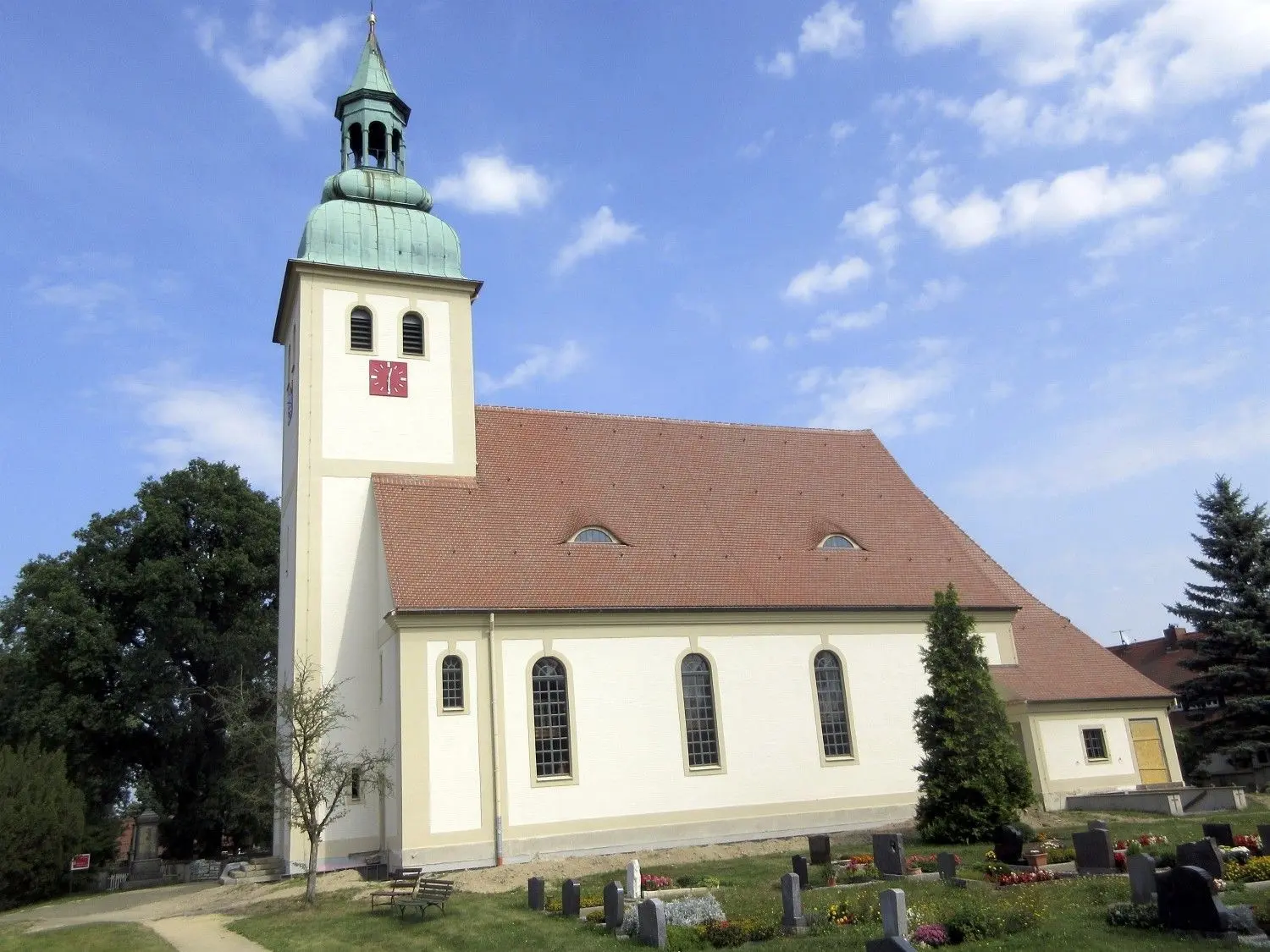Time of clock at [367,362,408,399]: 12:30
